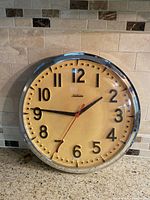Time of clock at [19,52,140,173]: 1:46
